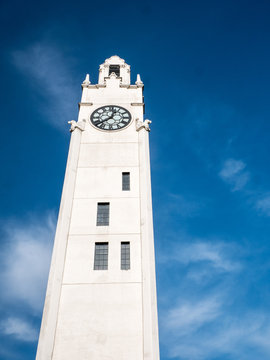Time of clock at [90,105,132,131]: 12:38
